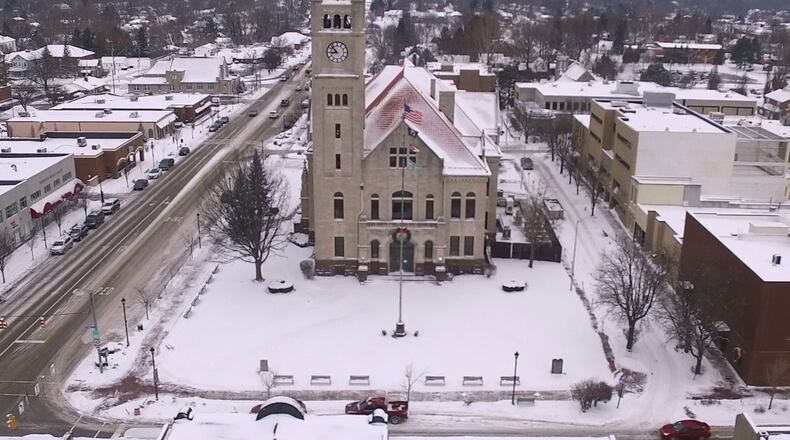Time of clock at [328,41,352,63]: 8:52
